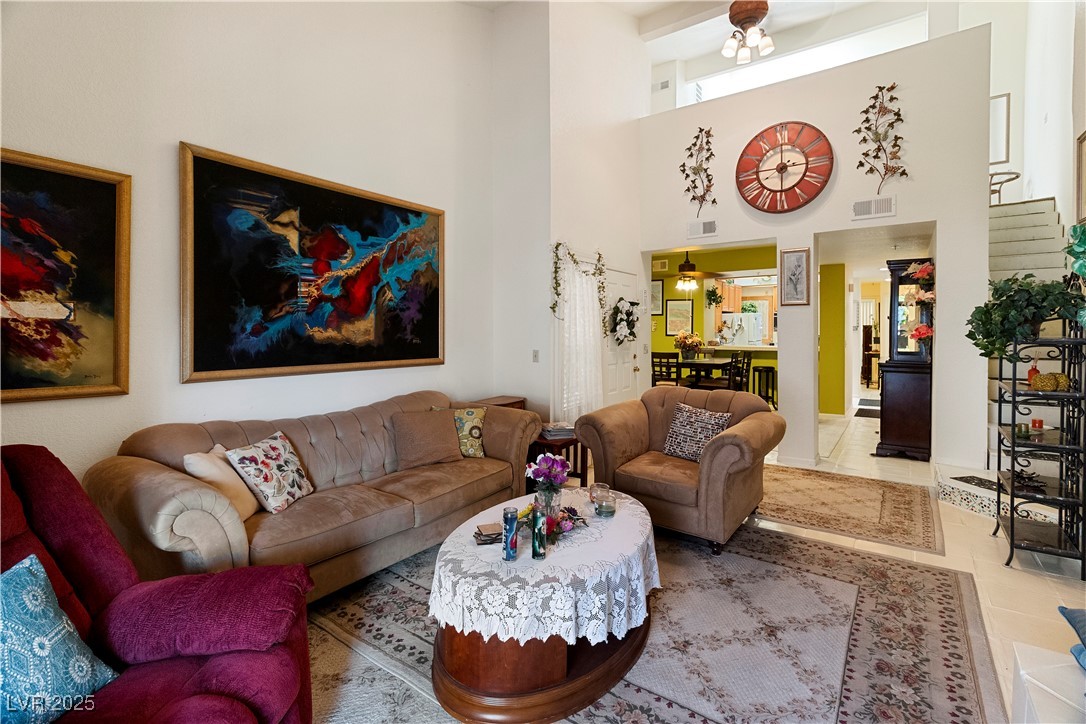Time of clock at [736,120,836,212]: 3:00
